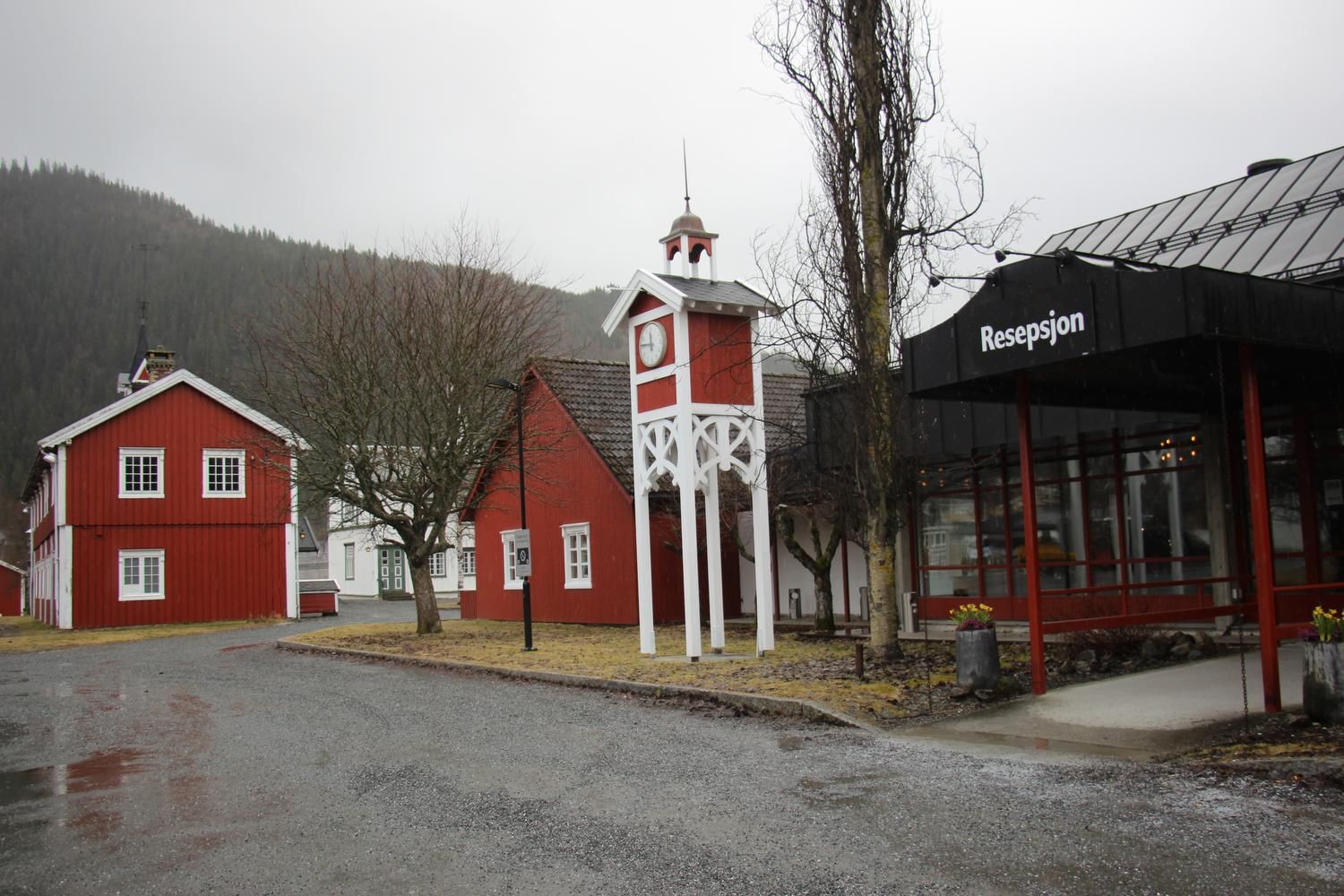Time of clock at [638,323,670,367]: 11:46
